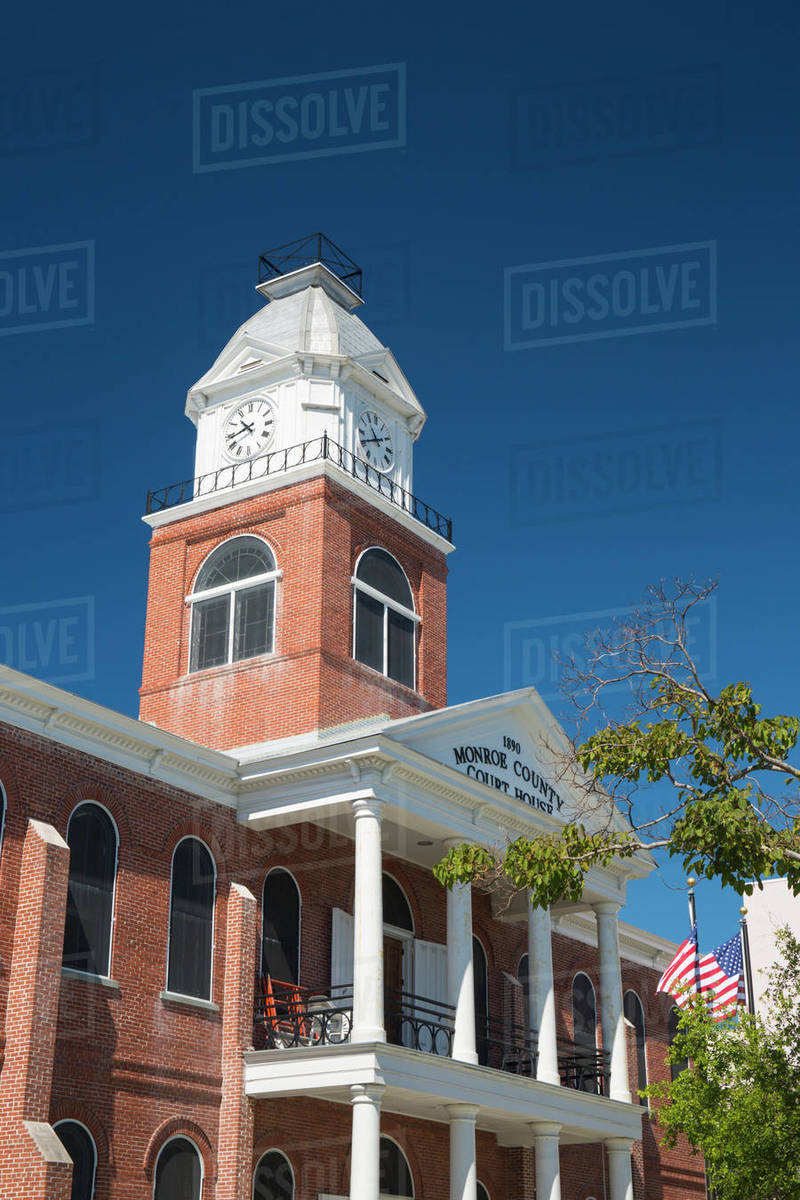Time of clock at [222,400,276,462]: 10:43
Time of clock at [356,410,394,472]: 10:40
